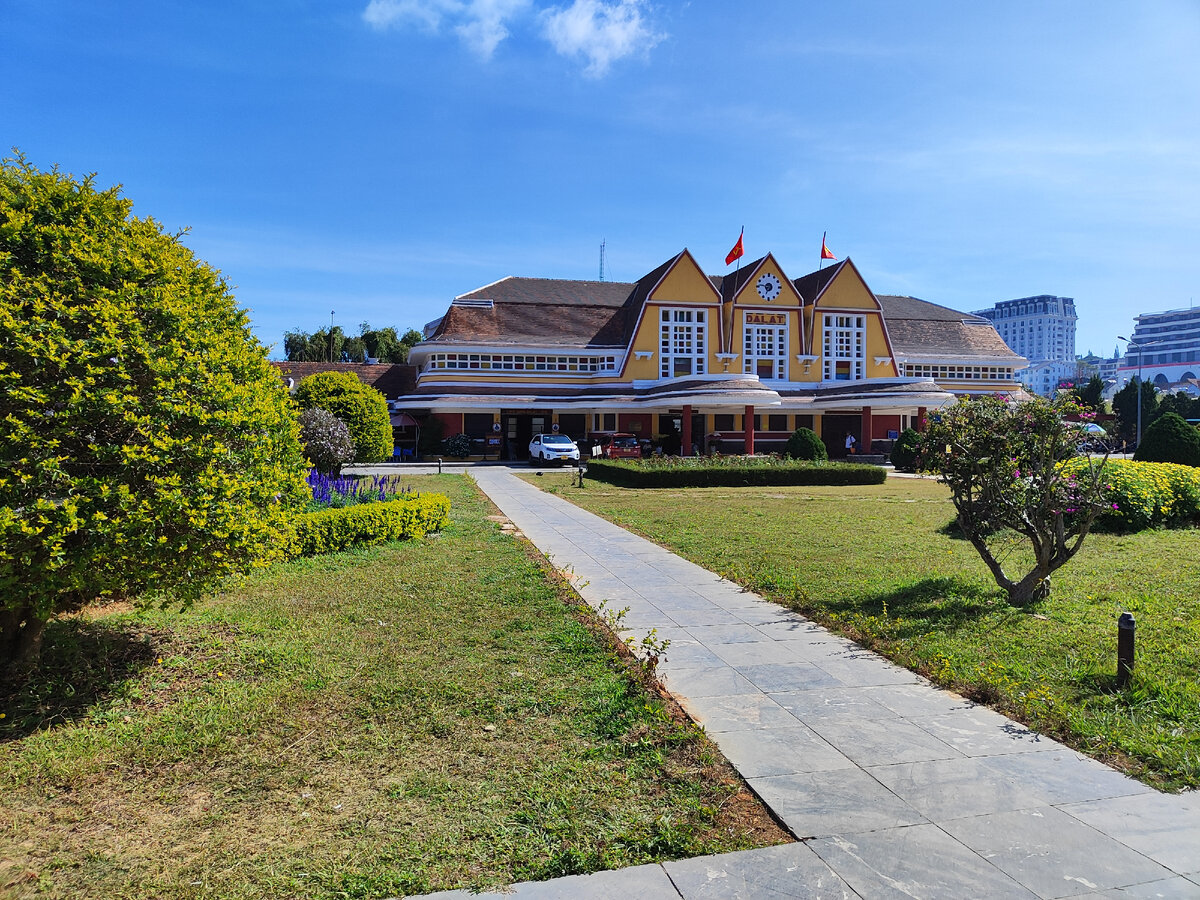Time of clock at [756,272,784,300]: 6:46
